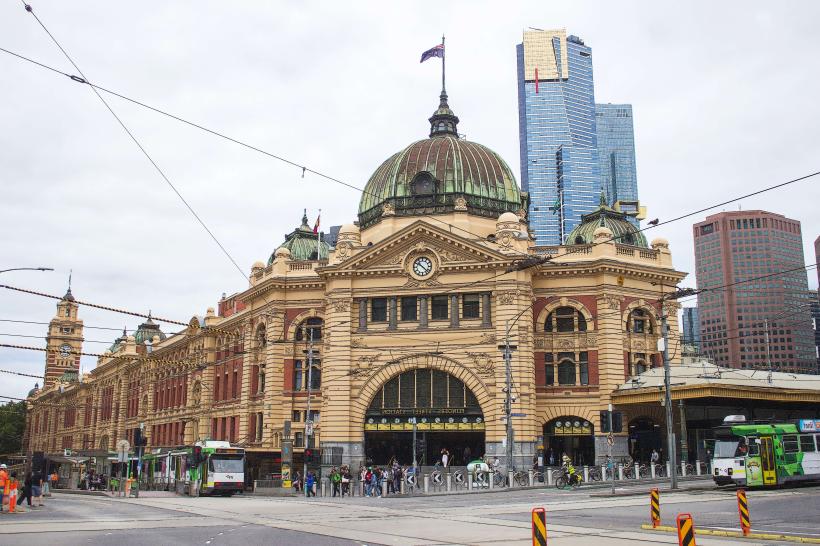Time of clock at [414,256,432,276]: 10:22
